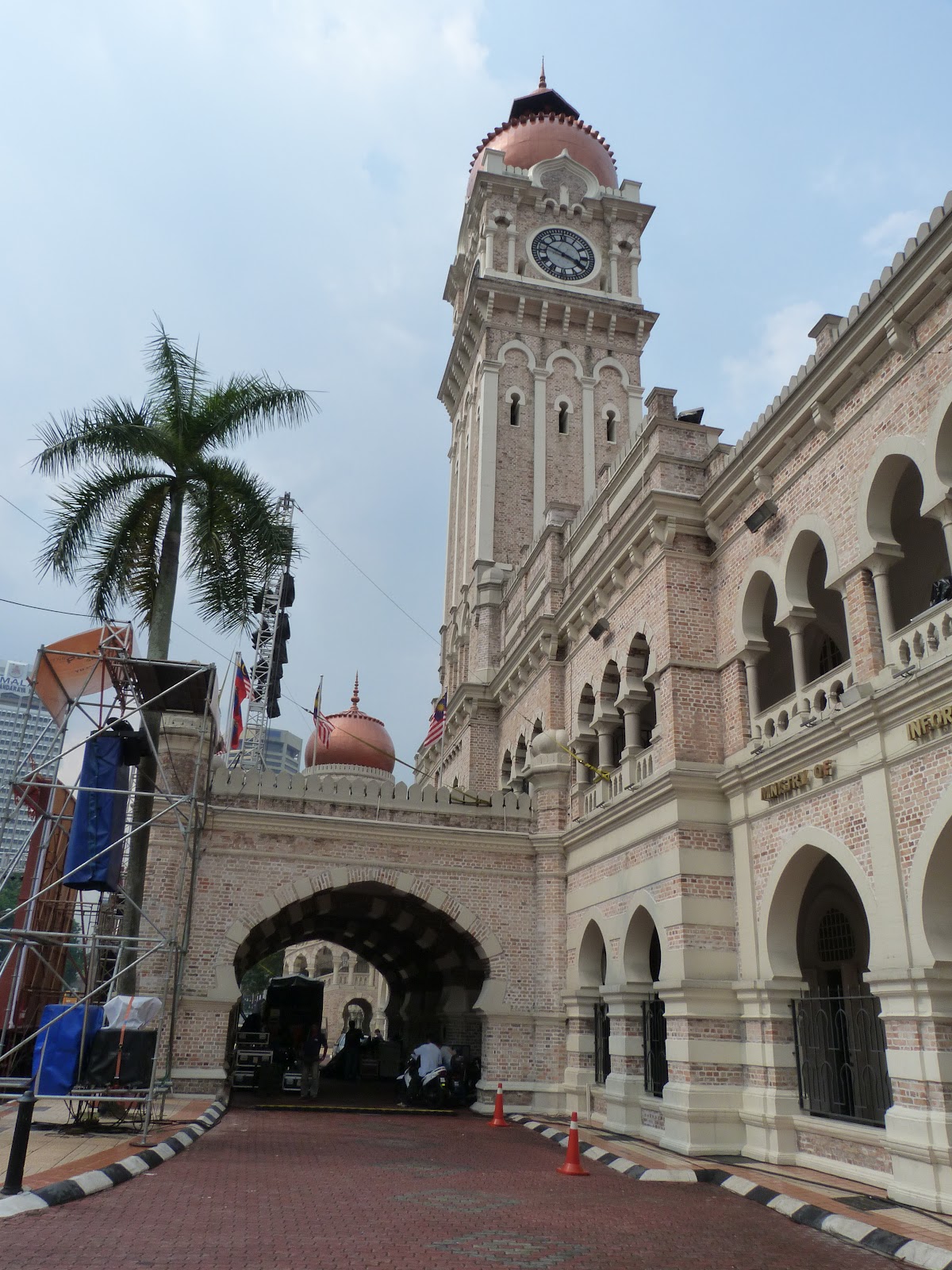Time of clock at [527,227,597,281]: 3:48
